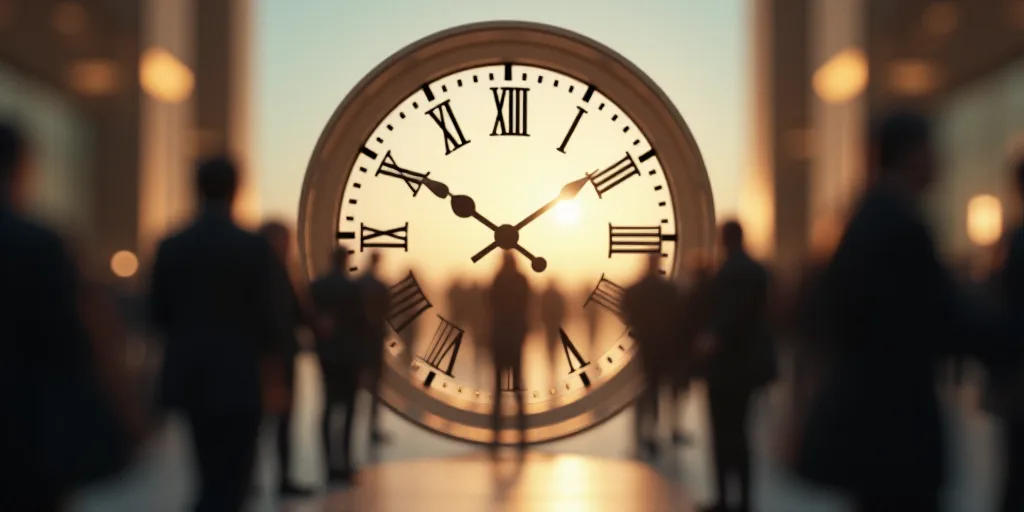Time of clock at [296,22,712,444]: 1:50
